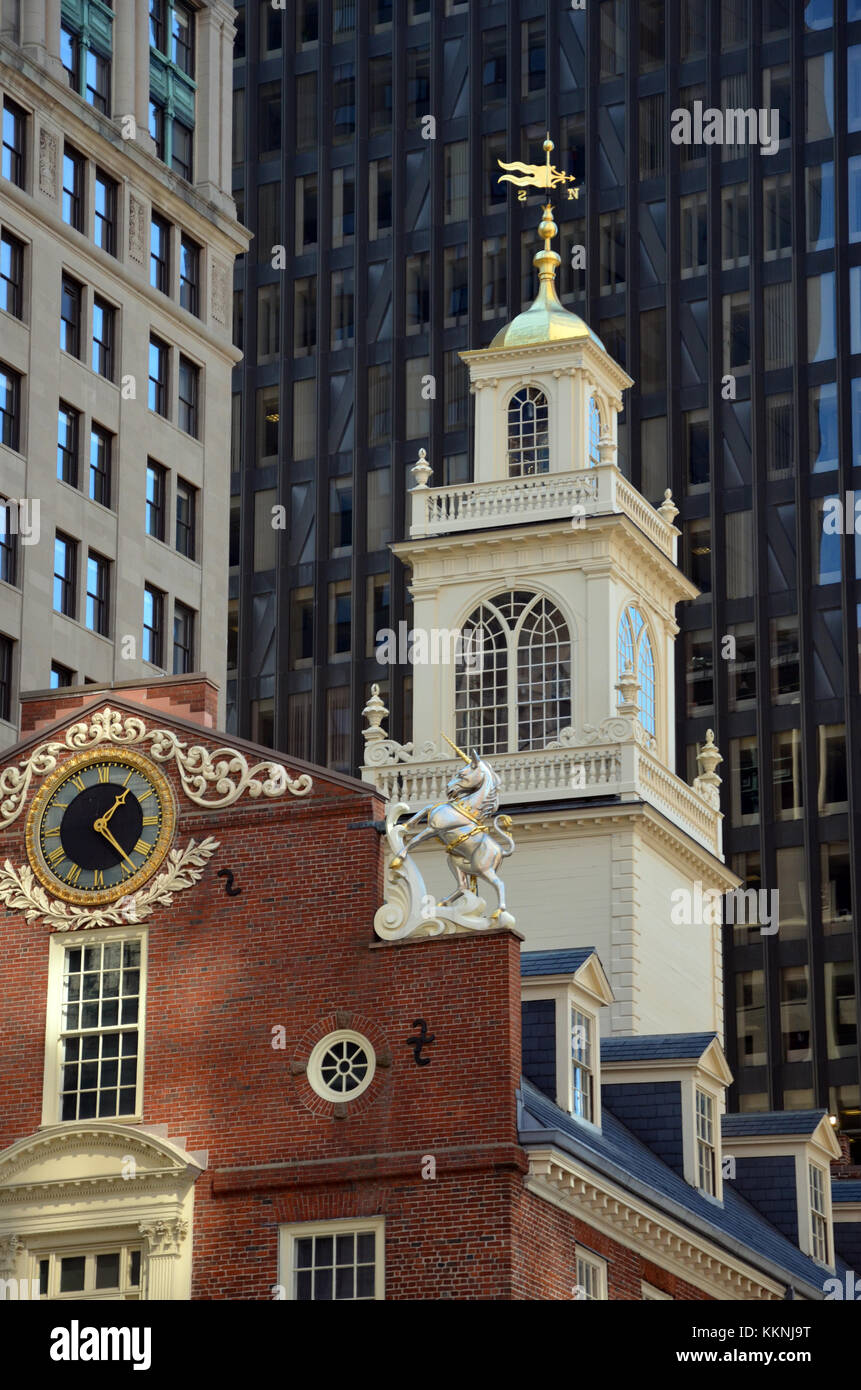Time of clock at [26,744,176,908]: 1:23
